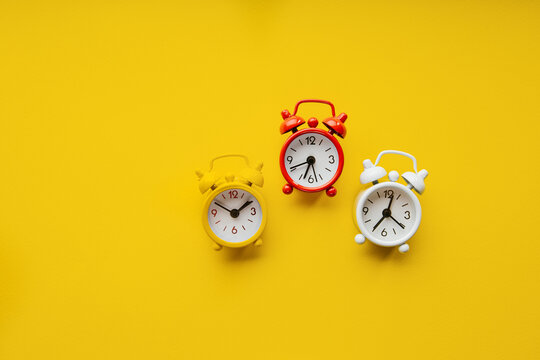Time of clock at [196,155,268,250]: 1:50
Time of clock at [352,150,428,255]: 12:20
